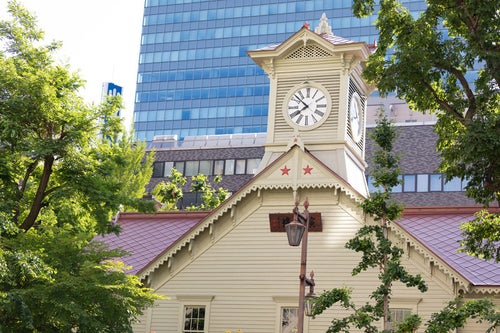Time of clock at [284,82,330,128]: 7:51
